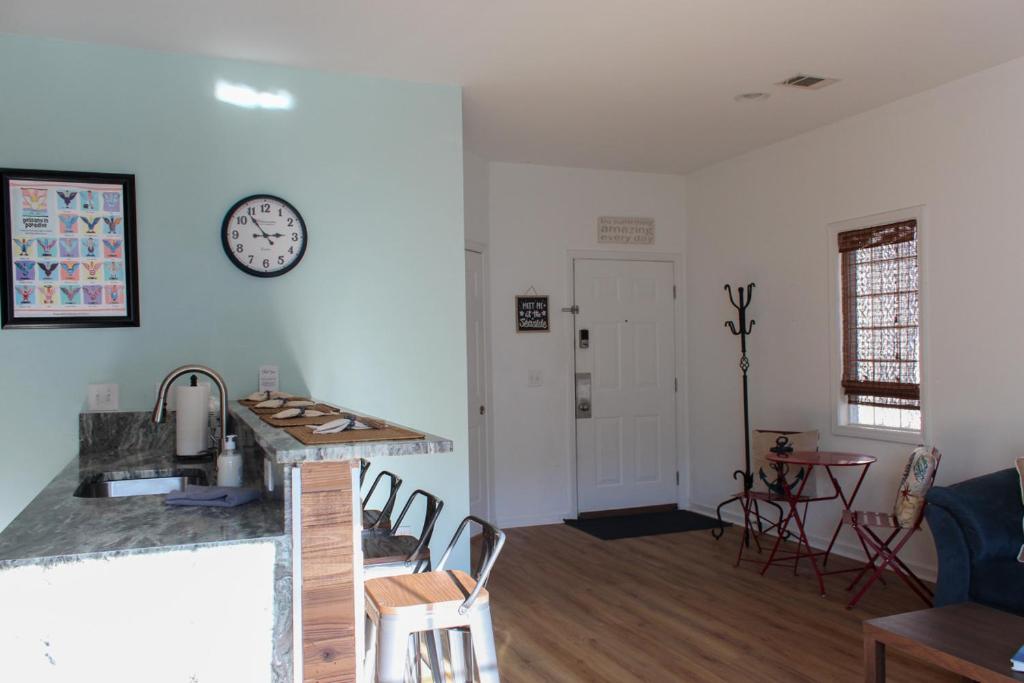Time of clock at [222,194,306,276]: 2:53
